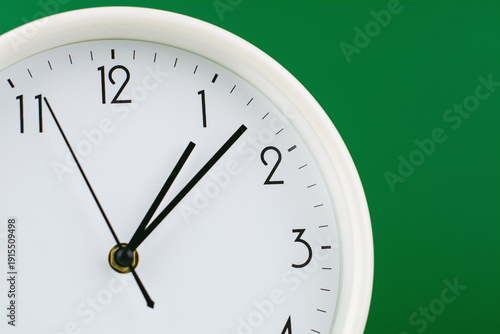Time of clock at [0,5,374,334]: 1:07
